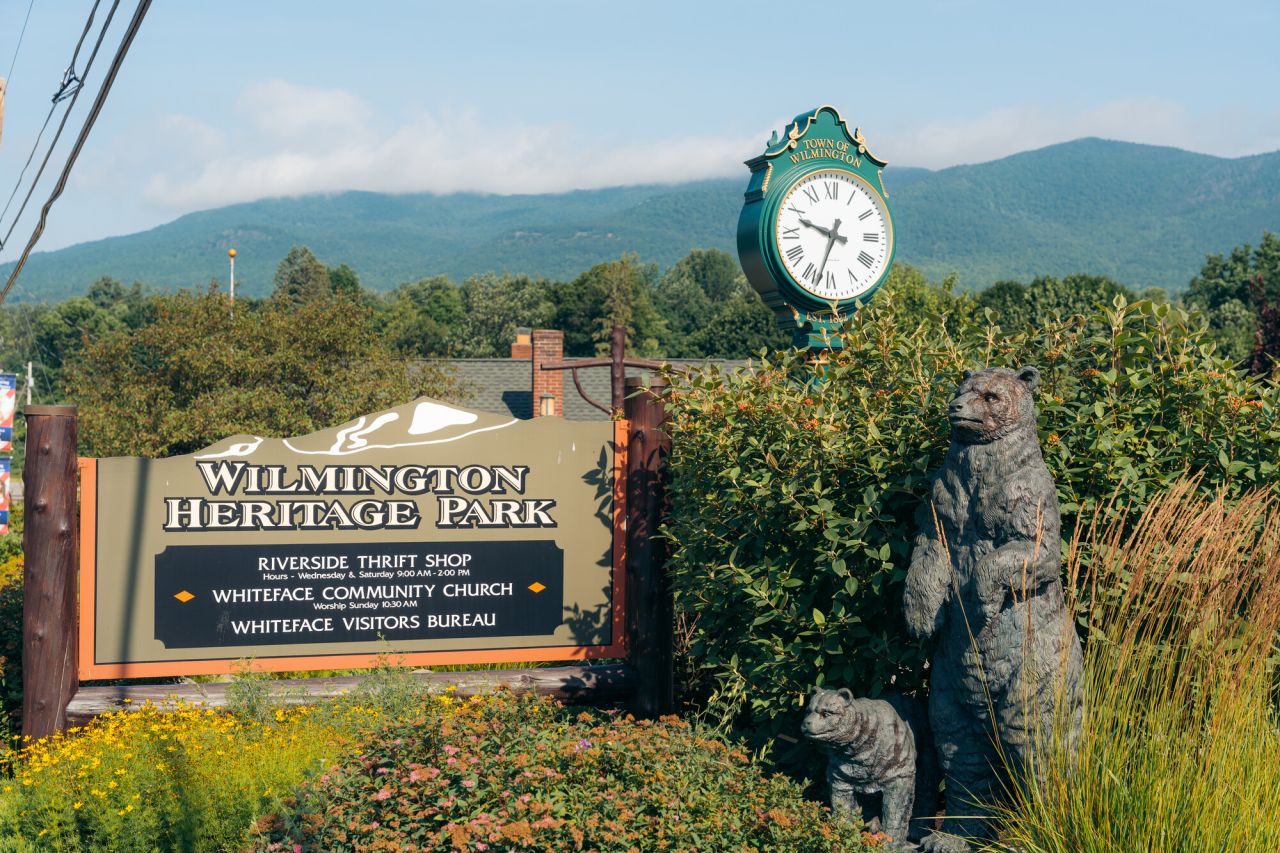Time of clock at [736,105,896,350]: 9:33
